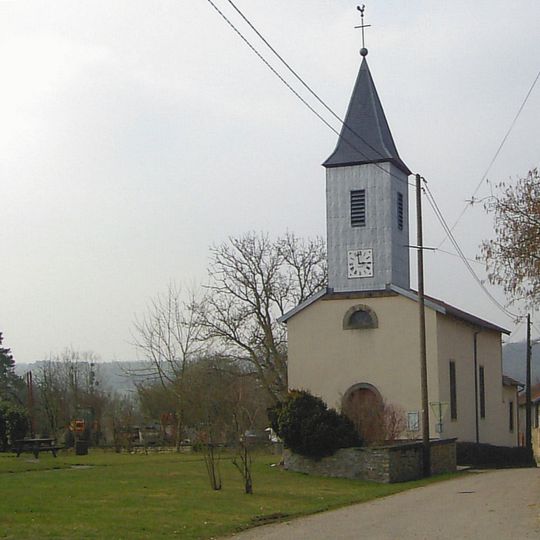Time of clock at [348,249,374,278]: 2:58
